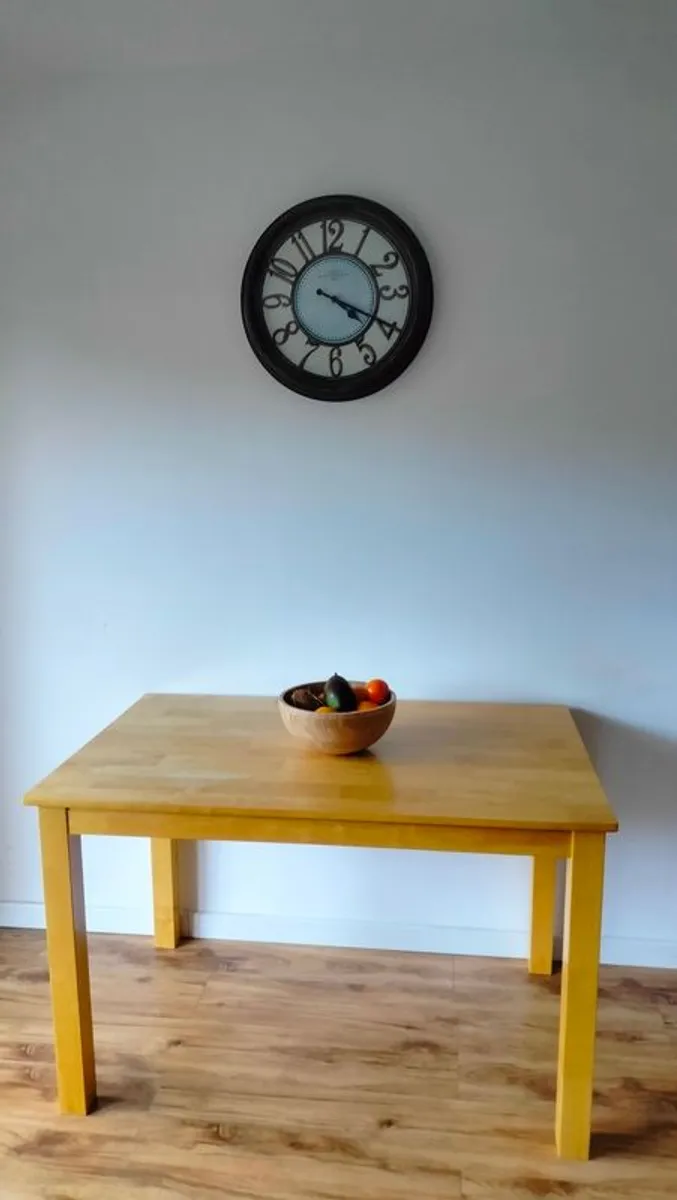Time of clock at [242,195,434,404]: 4:19
